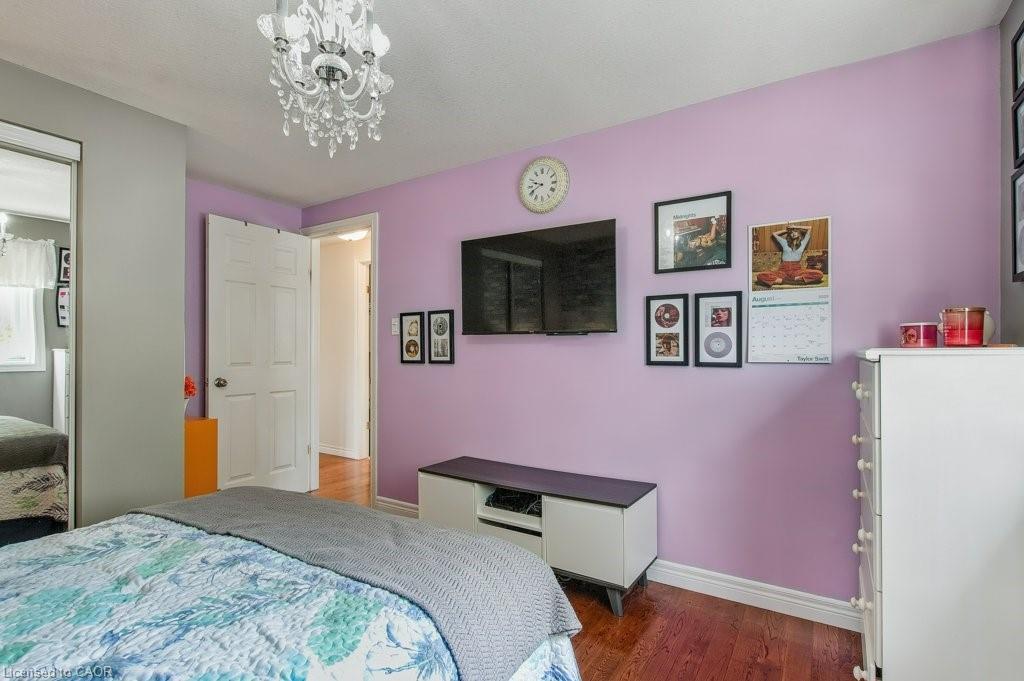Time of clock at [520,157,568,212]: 9:40
